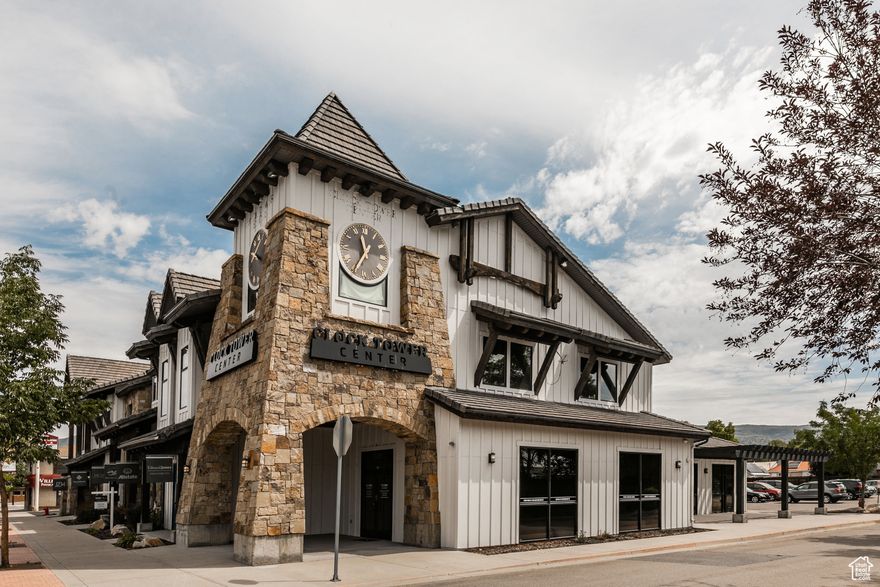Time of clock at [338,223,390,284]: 11:35
